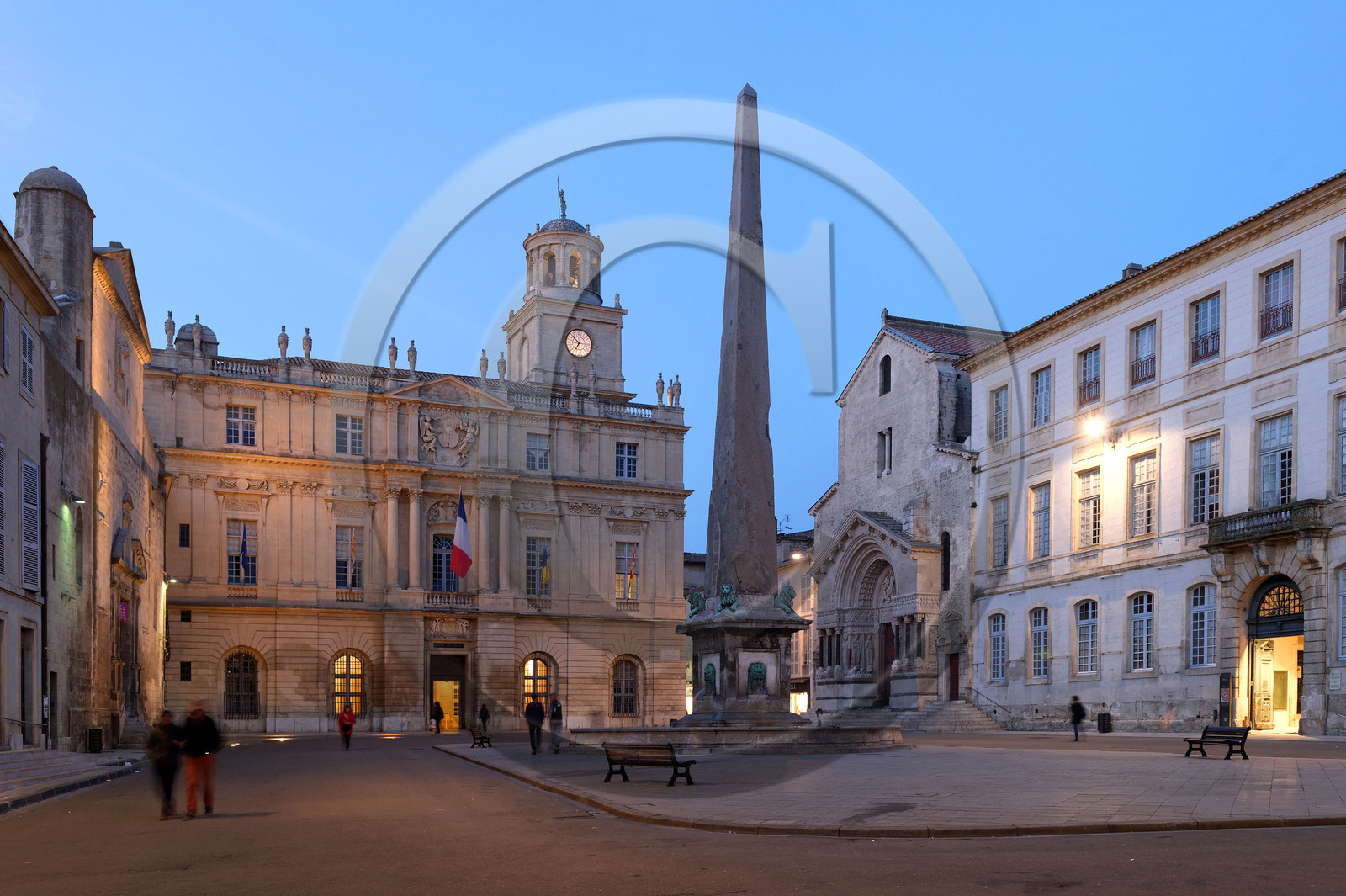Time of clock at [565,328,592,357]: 6:52
